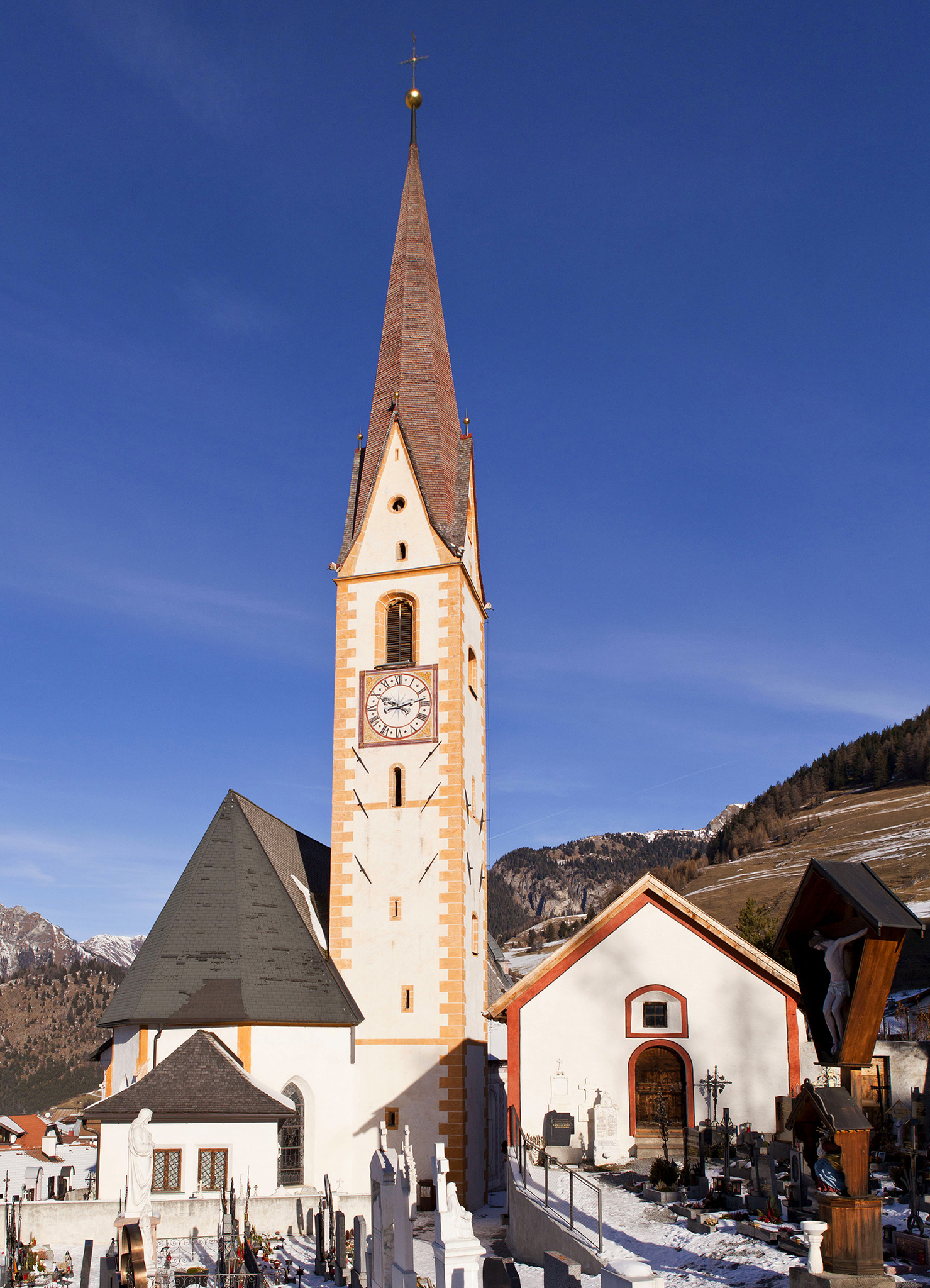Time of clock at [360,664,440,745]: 9:12
